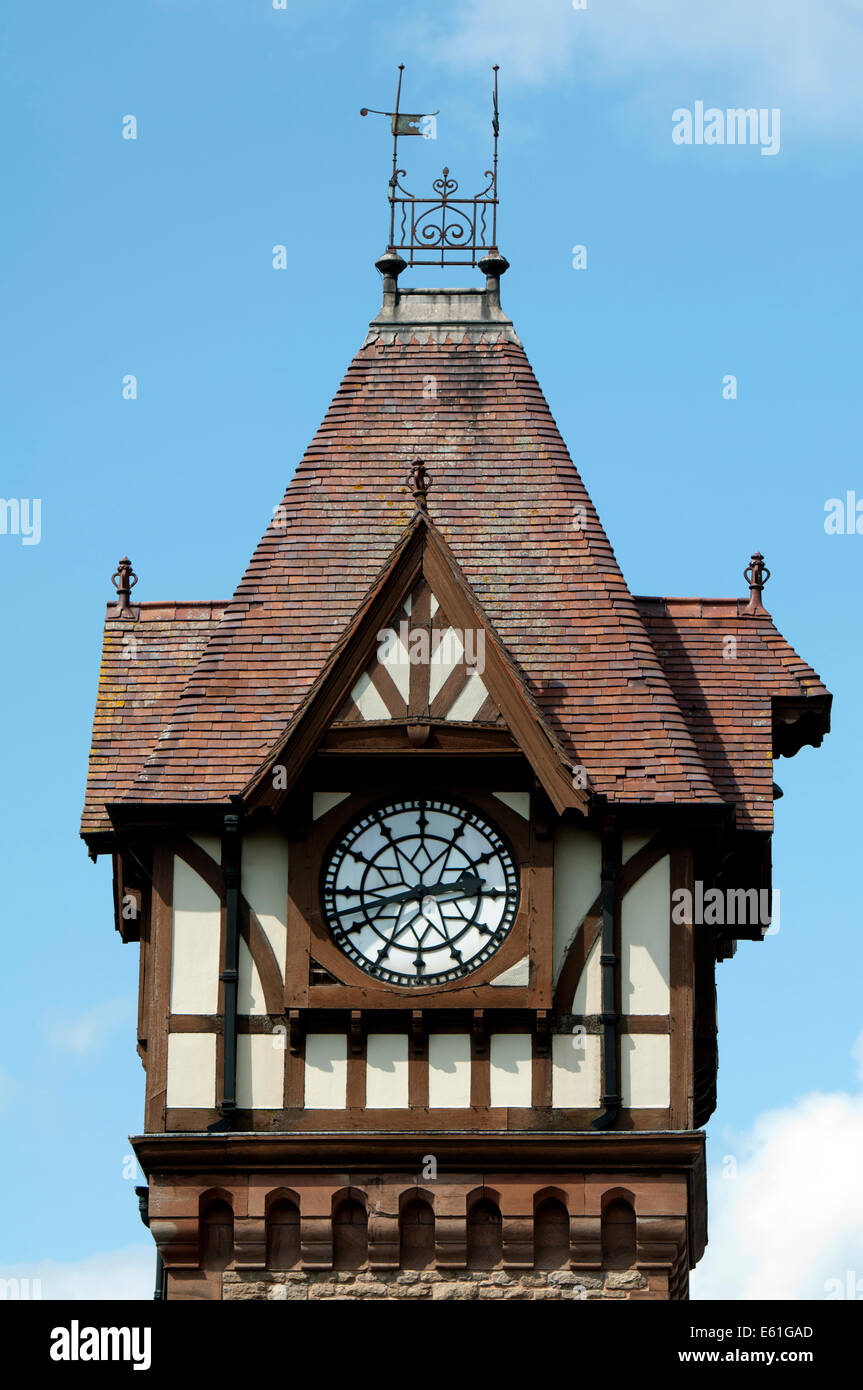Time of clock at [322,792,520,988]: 2:42
